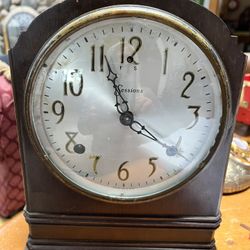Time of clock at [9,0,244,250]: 11:21
